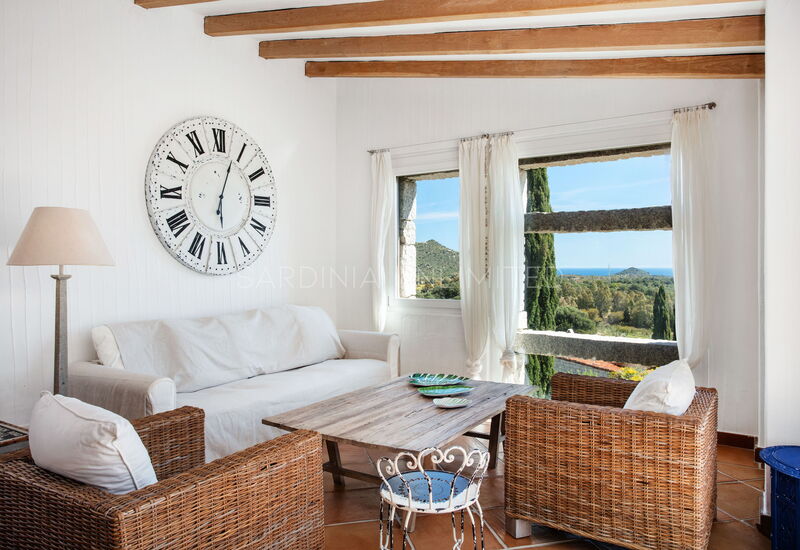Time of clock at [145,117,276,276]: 6:03
